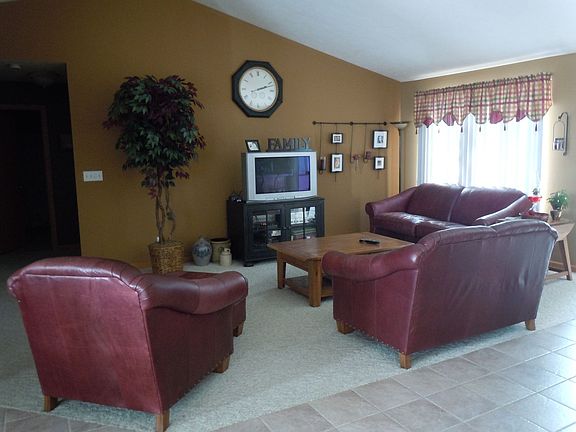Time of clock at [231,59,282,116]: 2:11
